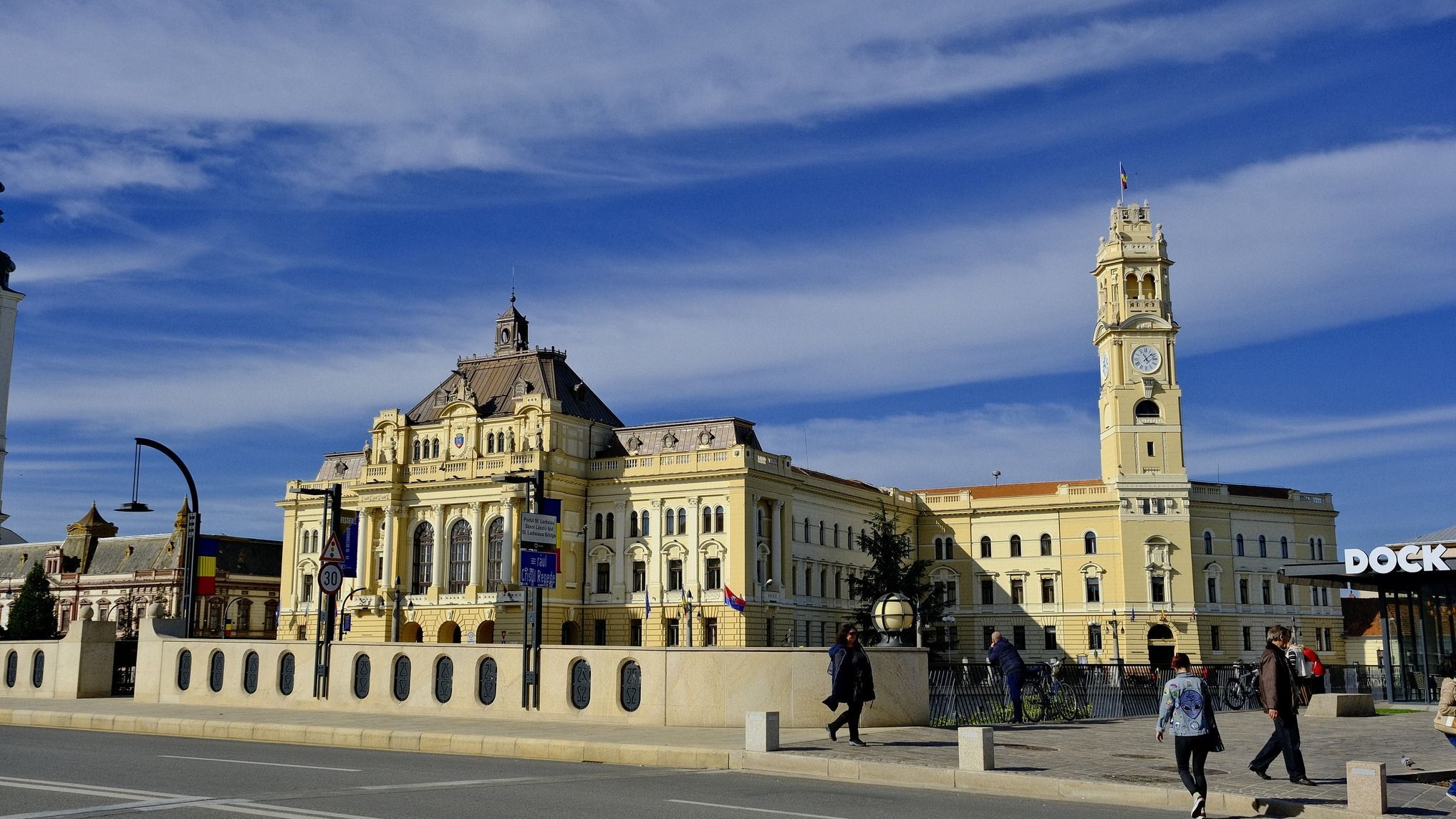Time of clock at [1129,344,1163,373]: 11:07
